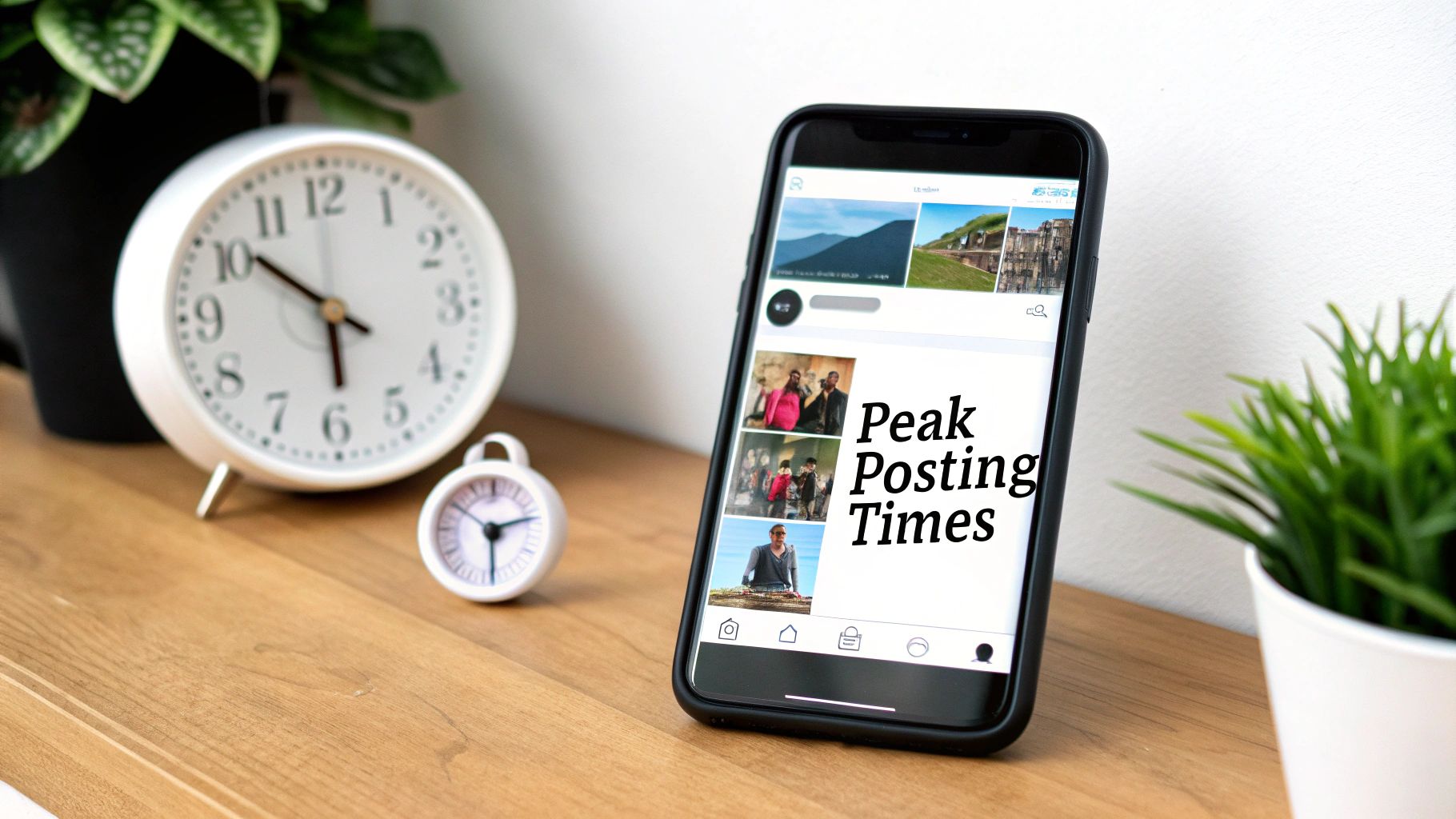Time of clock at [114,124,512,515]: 5:51
